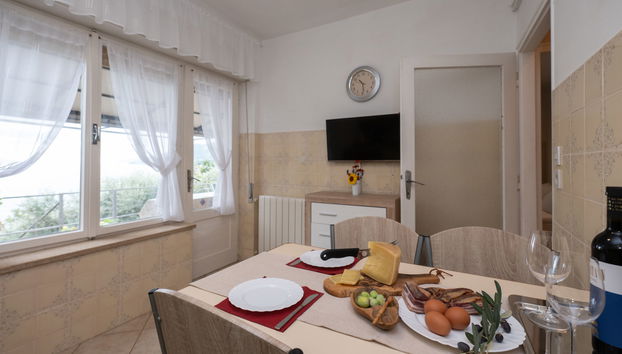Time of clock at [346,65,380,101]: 10:28
